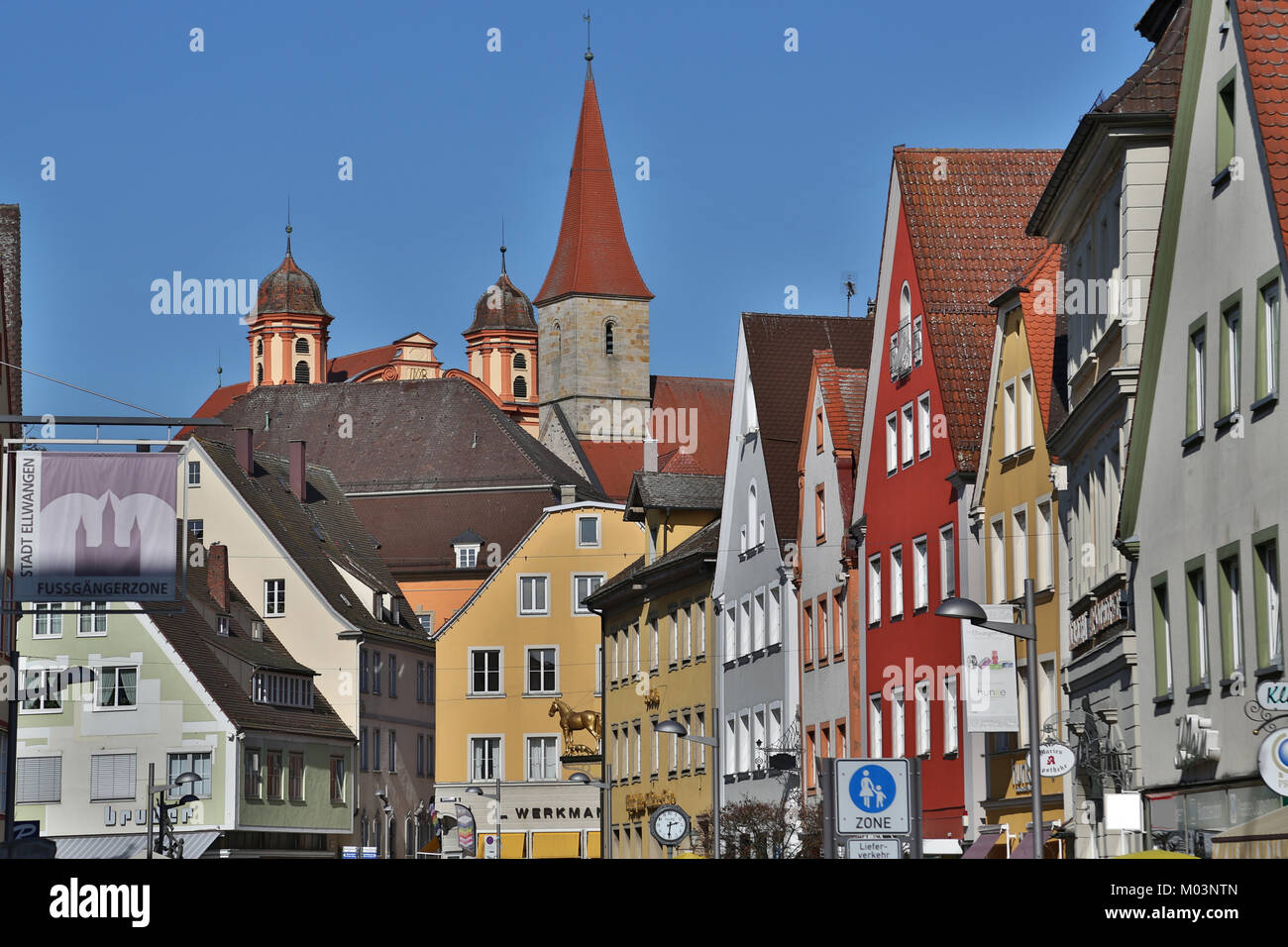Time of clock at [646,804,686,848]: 2:31
